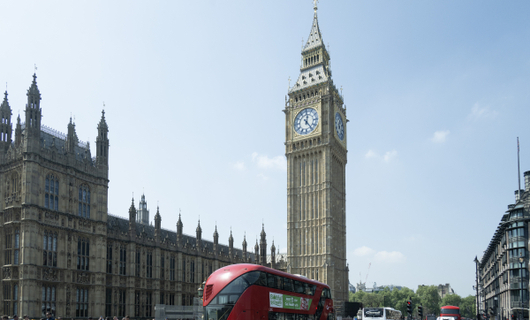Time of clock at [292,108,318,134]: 12:23
